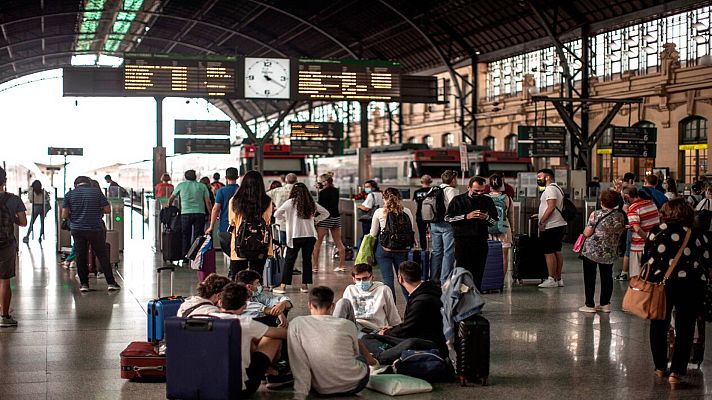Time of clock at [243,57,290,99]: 4:20
